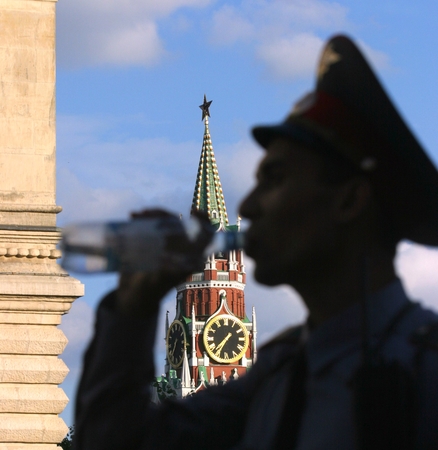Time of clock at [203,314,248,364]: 7:35
